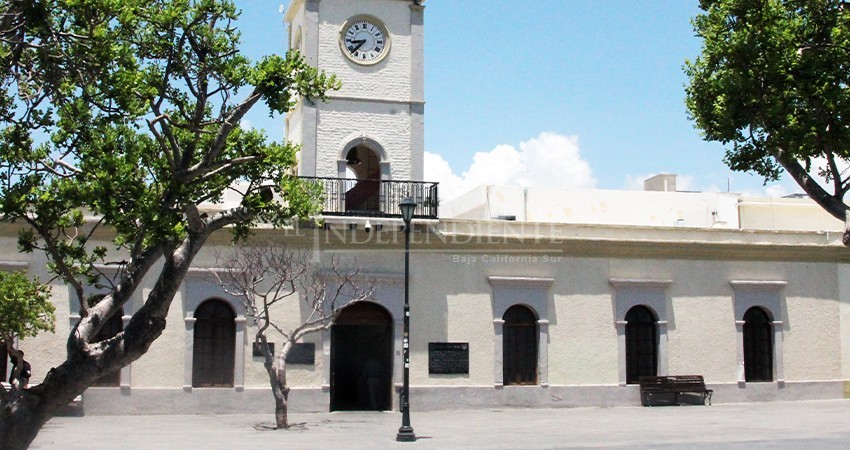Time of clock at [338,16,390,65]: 8:37
